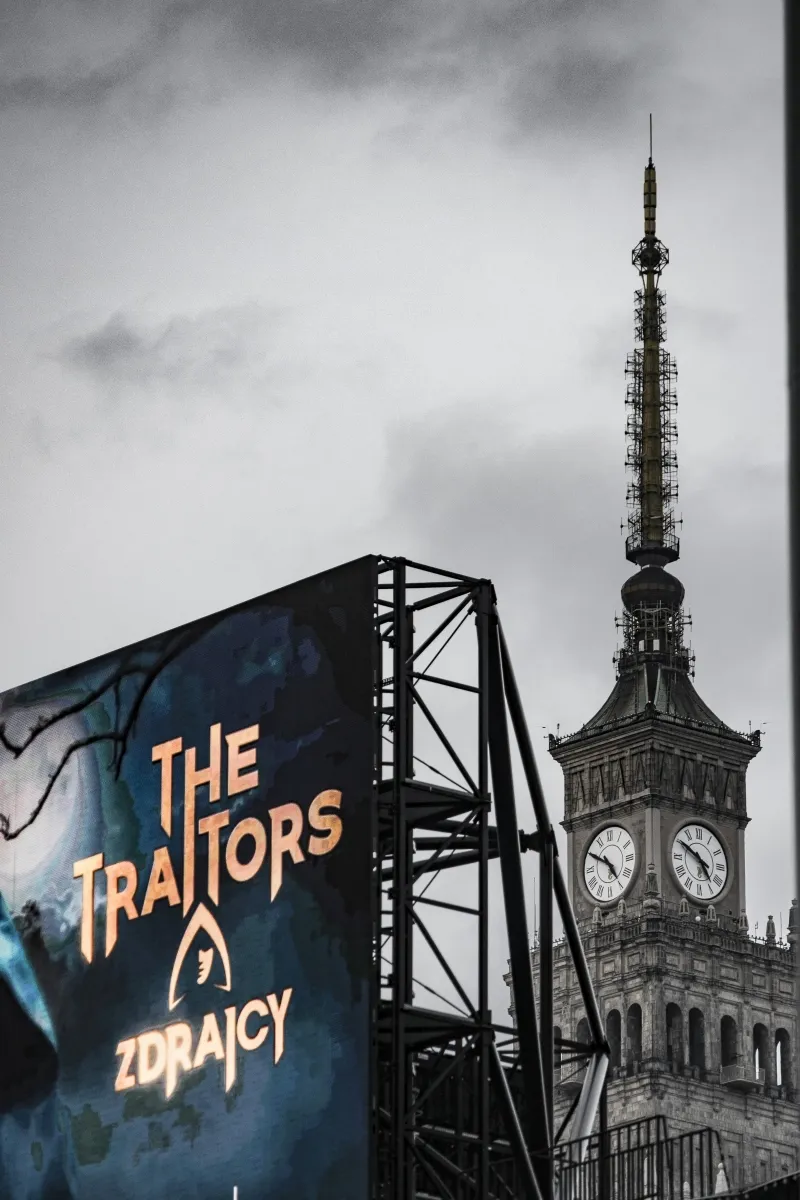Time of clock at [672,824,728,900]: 4:50
